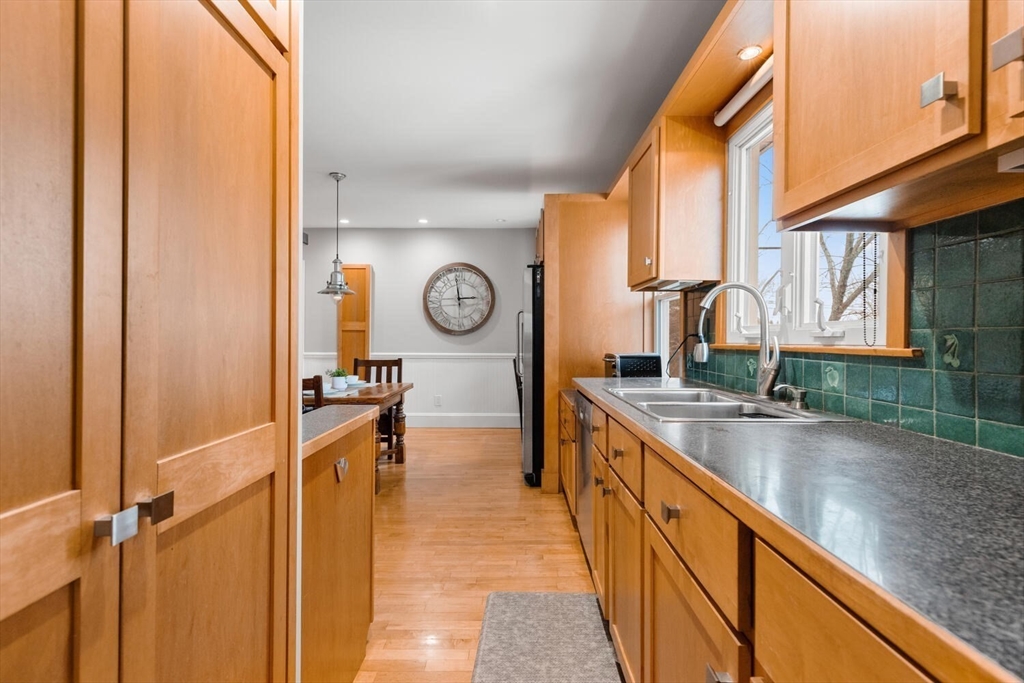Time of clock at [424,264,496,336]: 2:59
